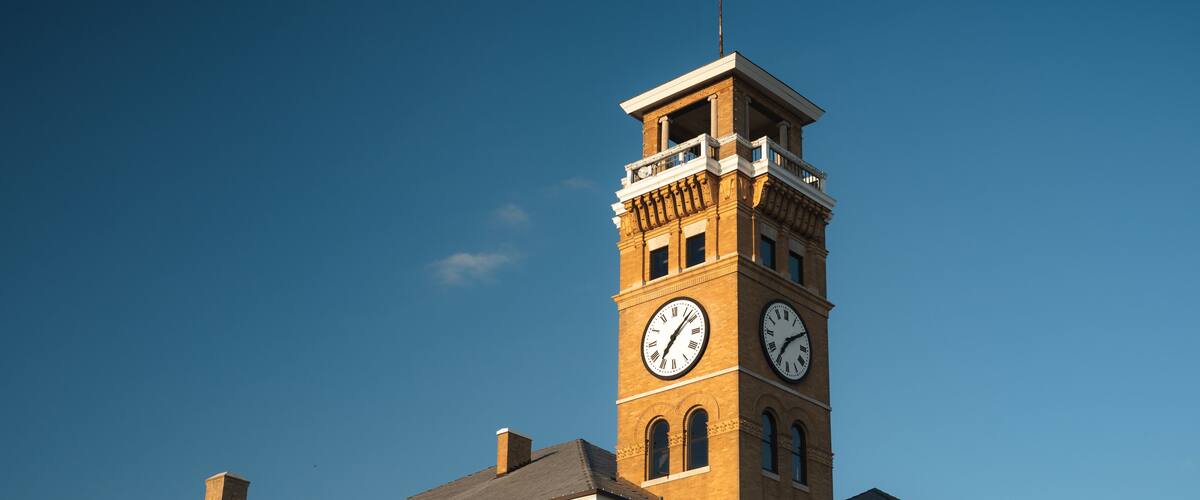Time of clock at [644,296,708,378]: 7:07
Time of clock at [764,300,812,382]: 7:09
